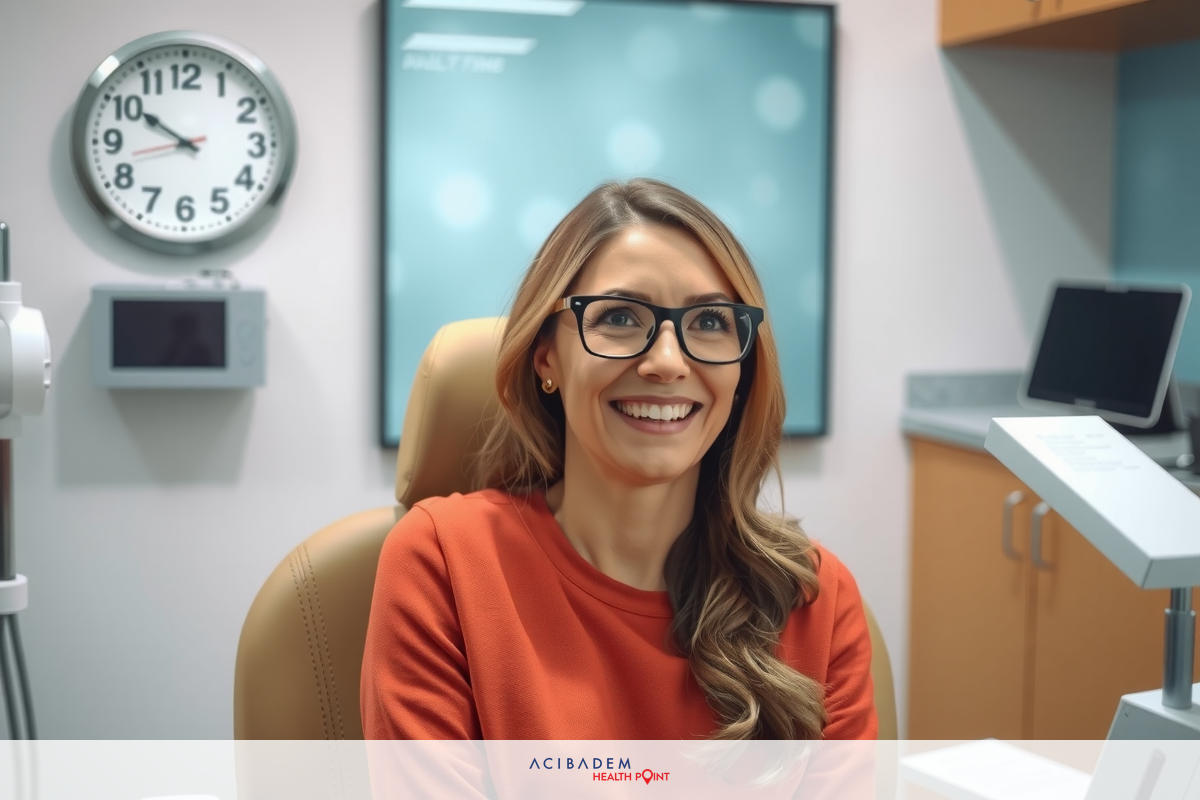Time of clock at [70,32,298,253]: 9:50
